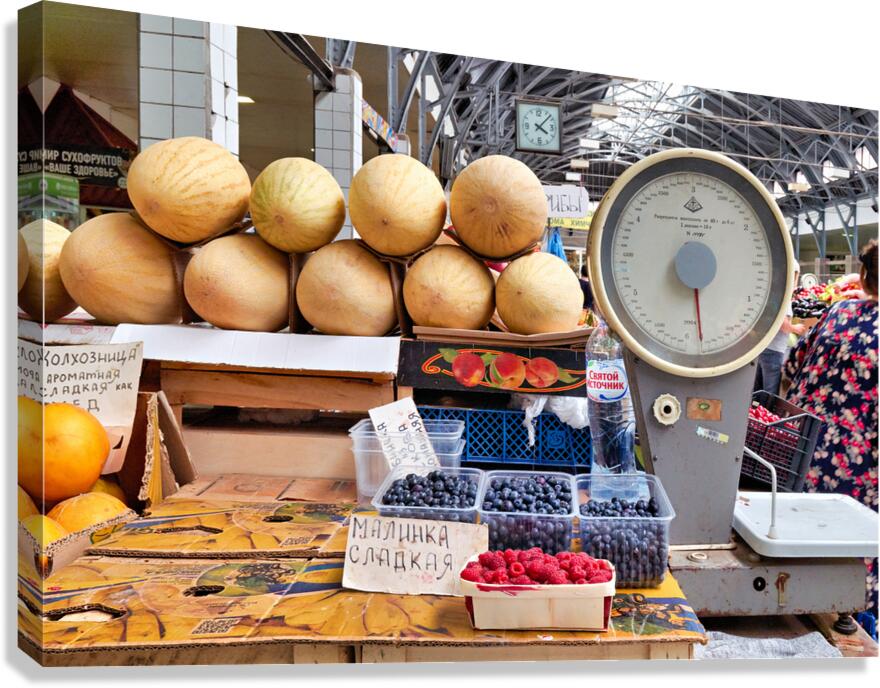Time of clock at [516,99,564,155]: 4:07
